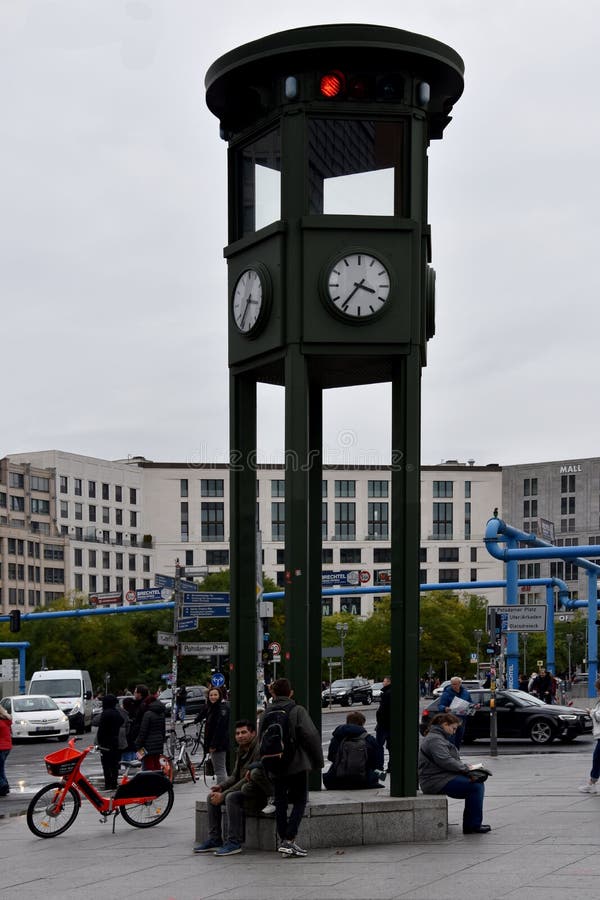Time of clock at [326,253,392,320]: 3:36
